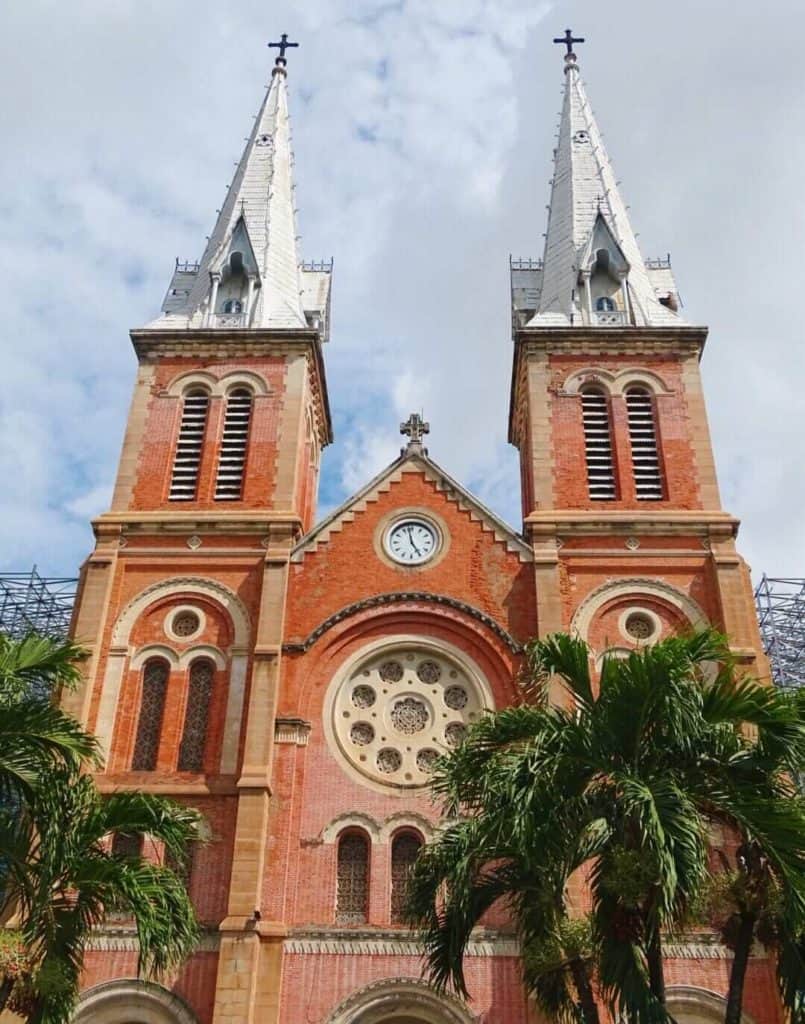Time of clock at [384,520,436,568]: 4:58
